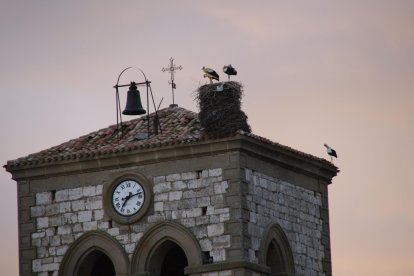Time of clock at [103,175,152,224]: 7:12
